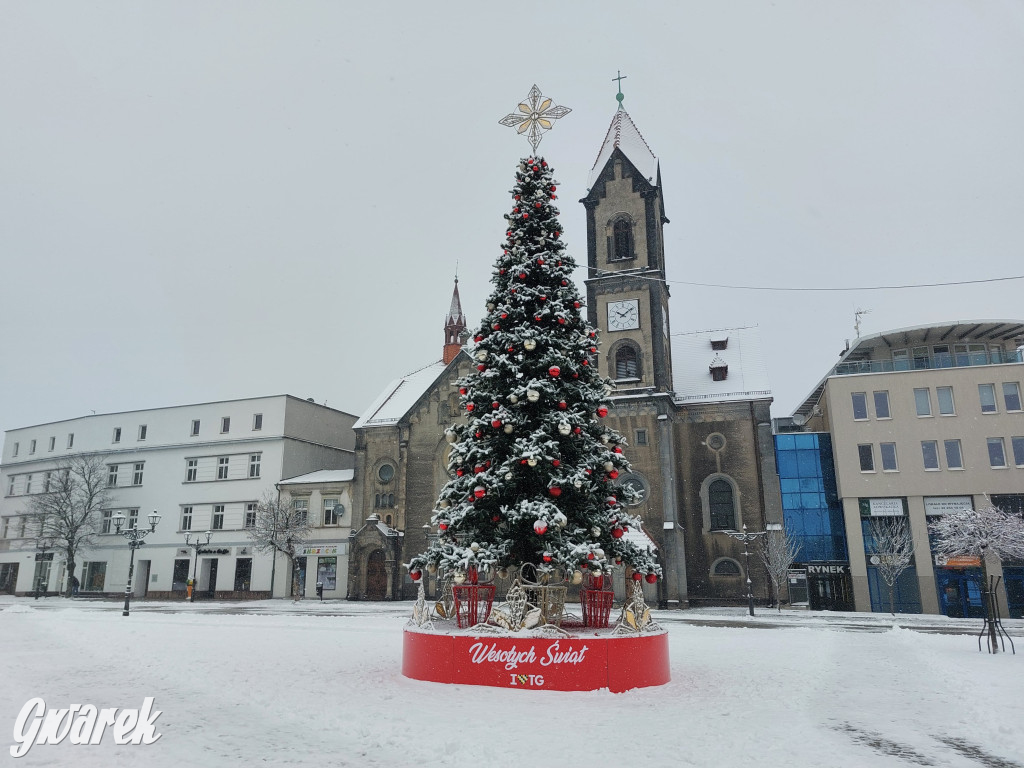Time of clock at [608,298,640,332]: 10:08
